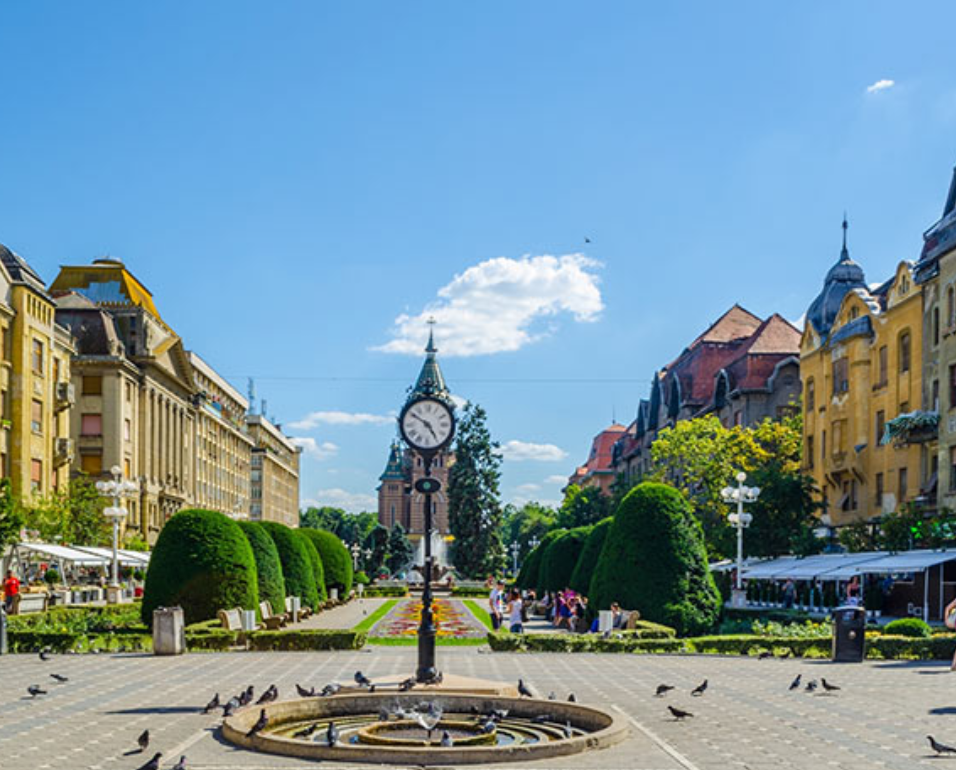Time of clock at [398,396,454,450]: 4:50
